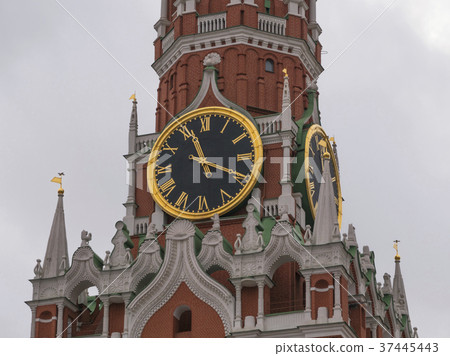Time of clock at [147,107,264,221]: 11:18
